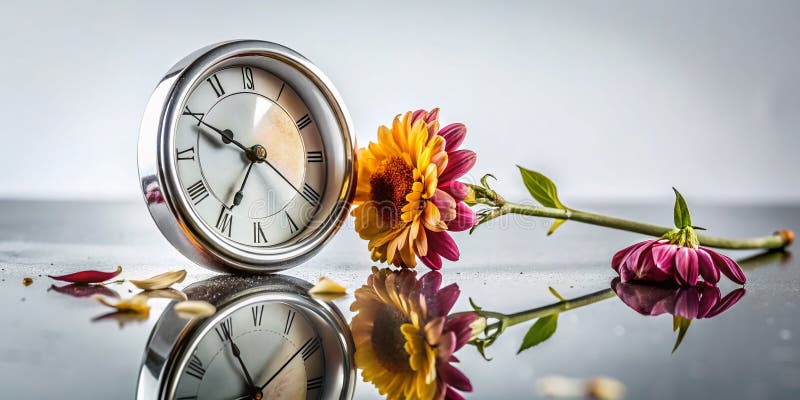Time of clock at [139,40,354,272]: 6:49
